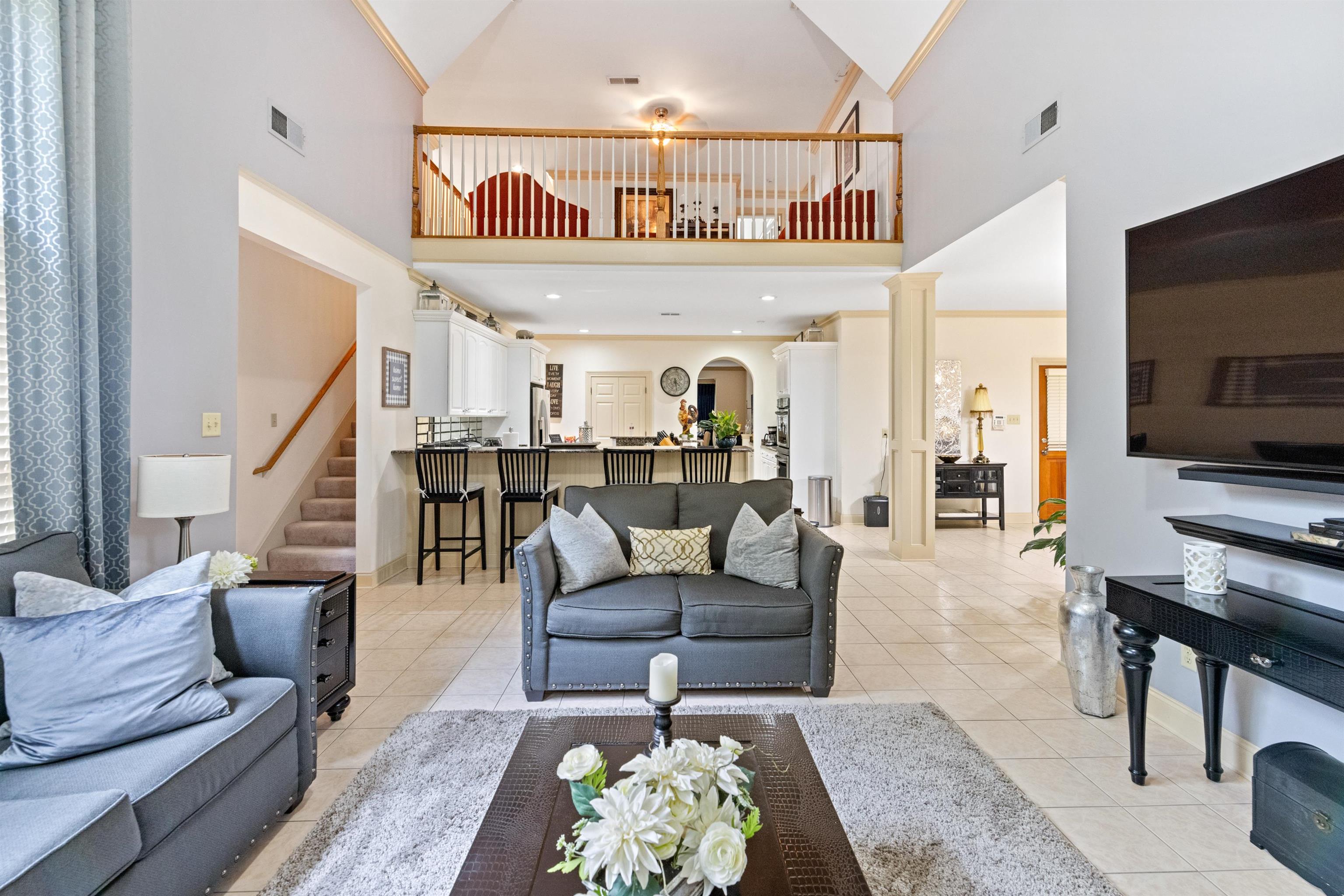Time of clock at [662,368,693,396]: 4:28
